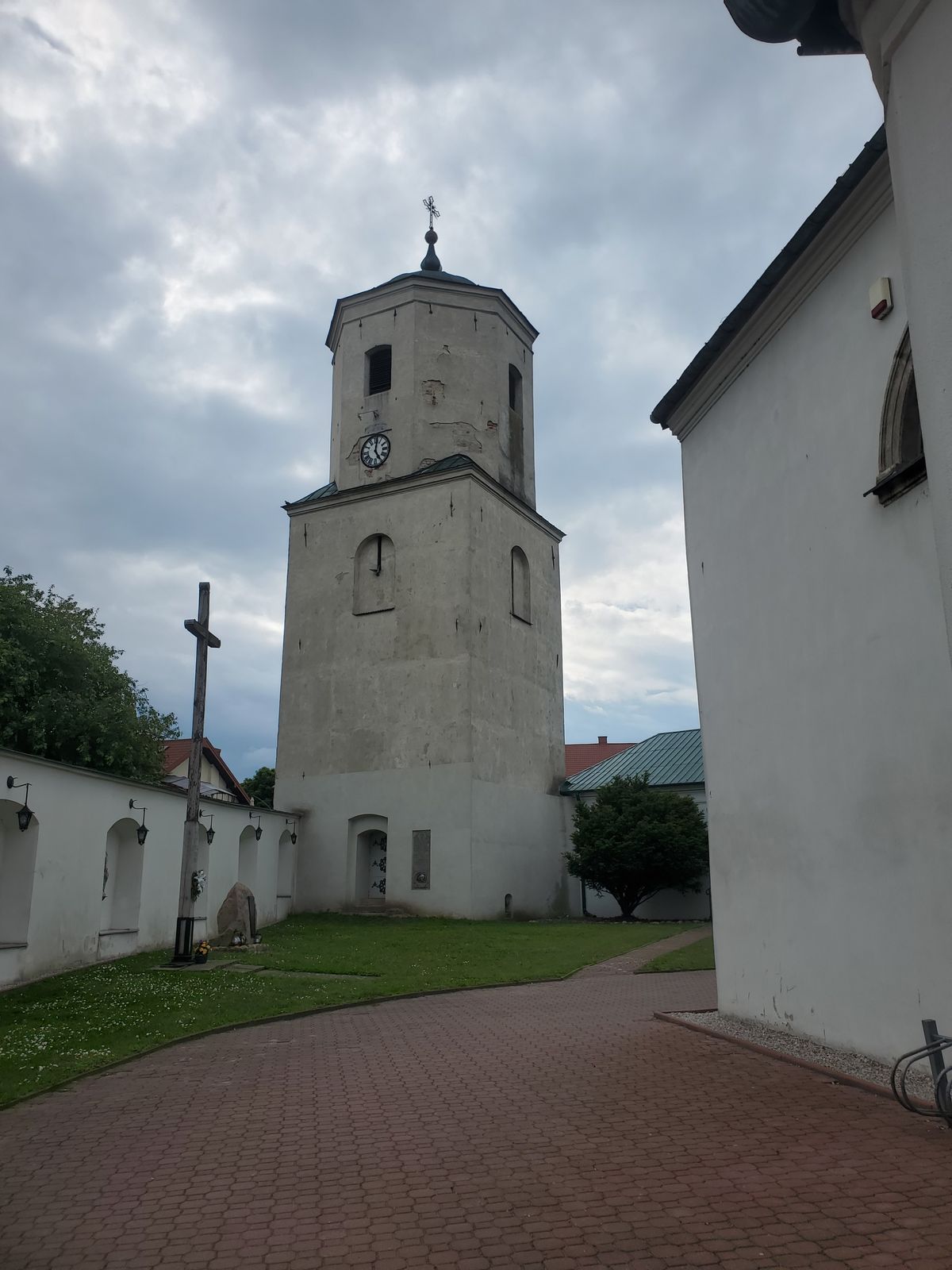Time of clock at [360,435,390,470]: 5:01
